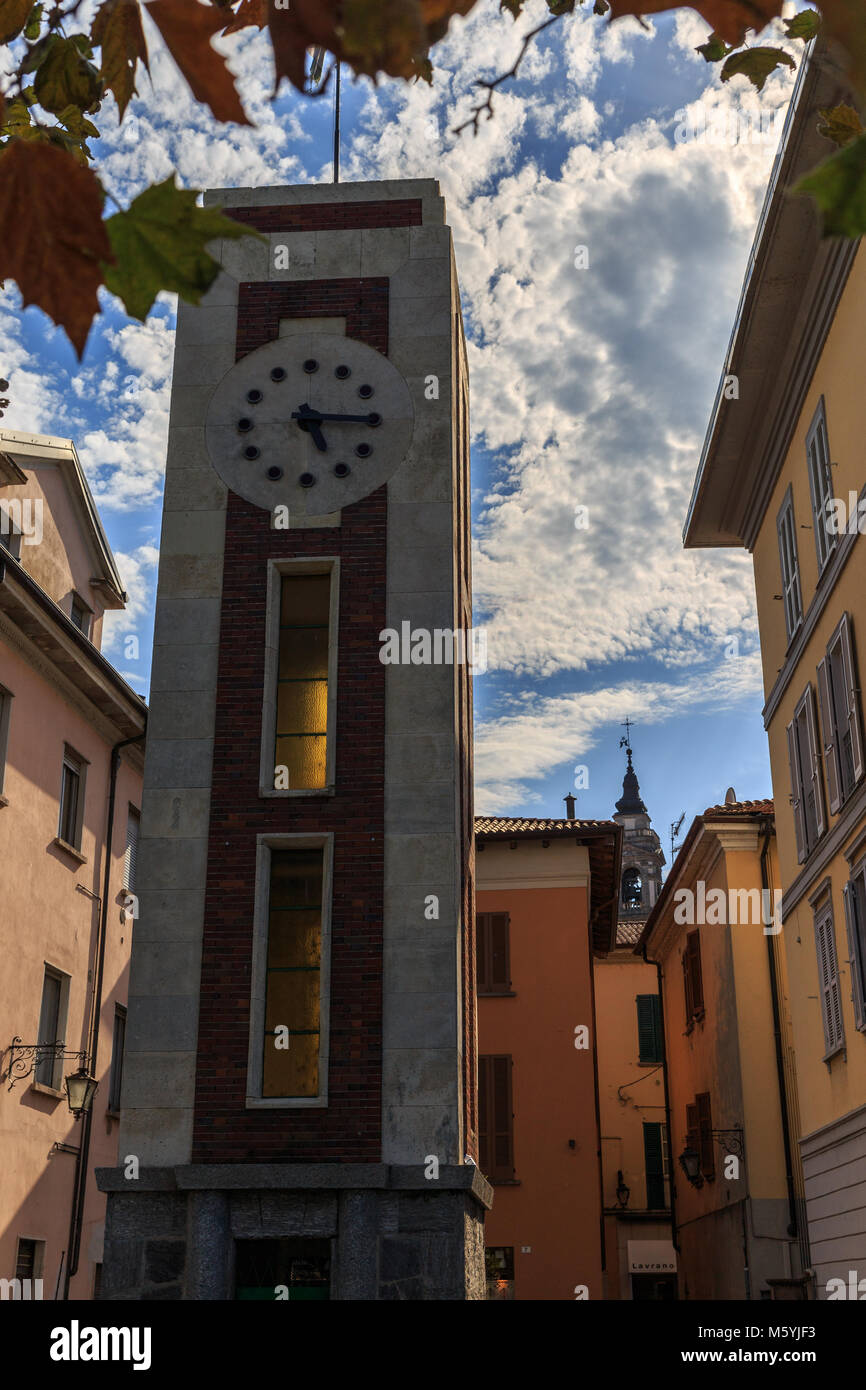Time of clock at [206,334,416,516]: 5:15
